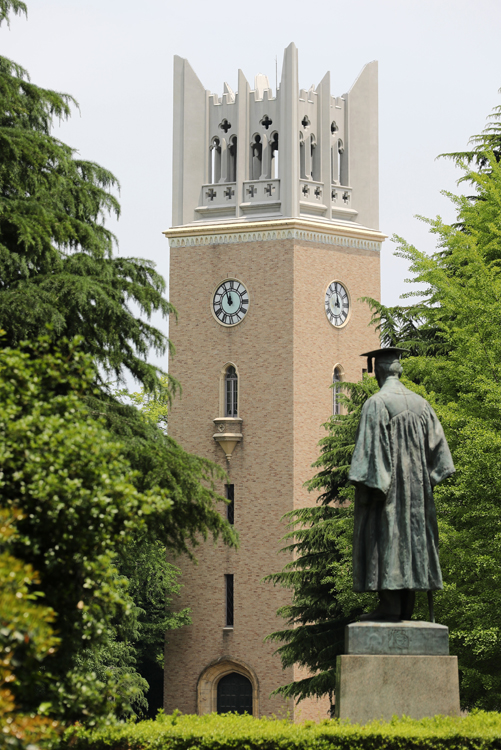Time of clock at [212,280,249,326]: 11:55
